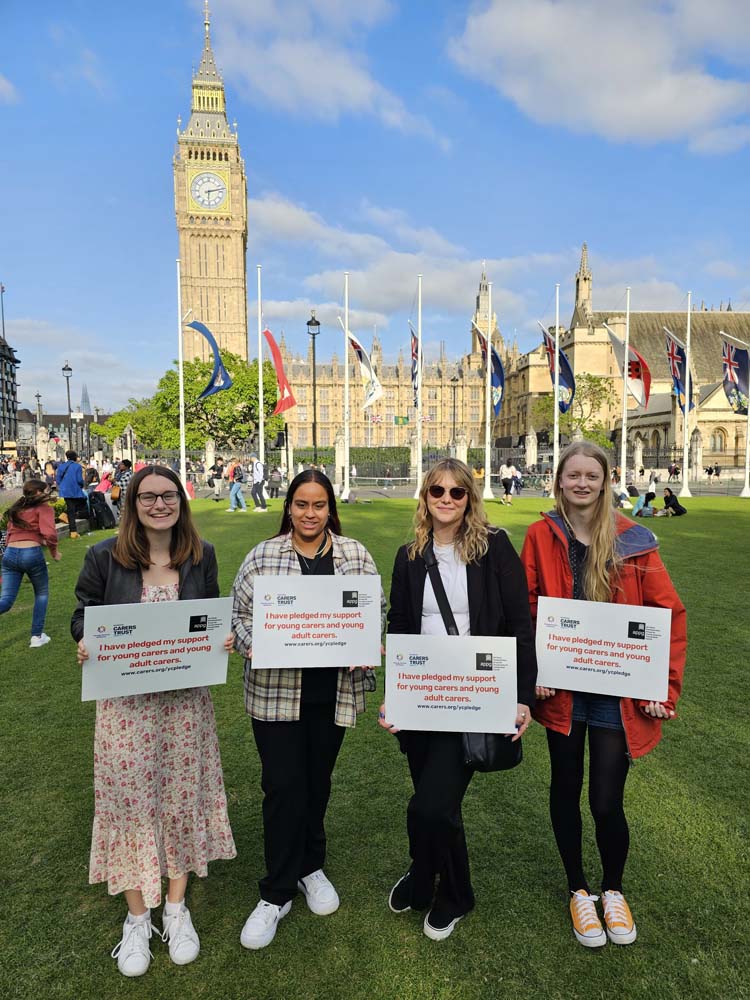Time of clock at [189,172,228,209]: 6:12
